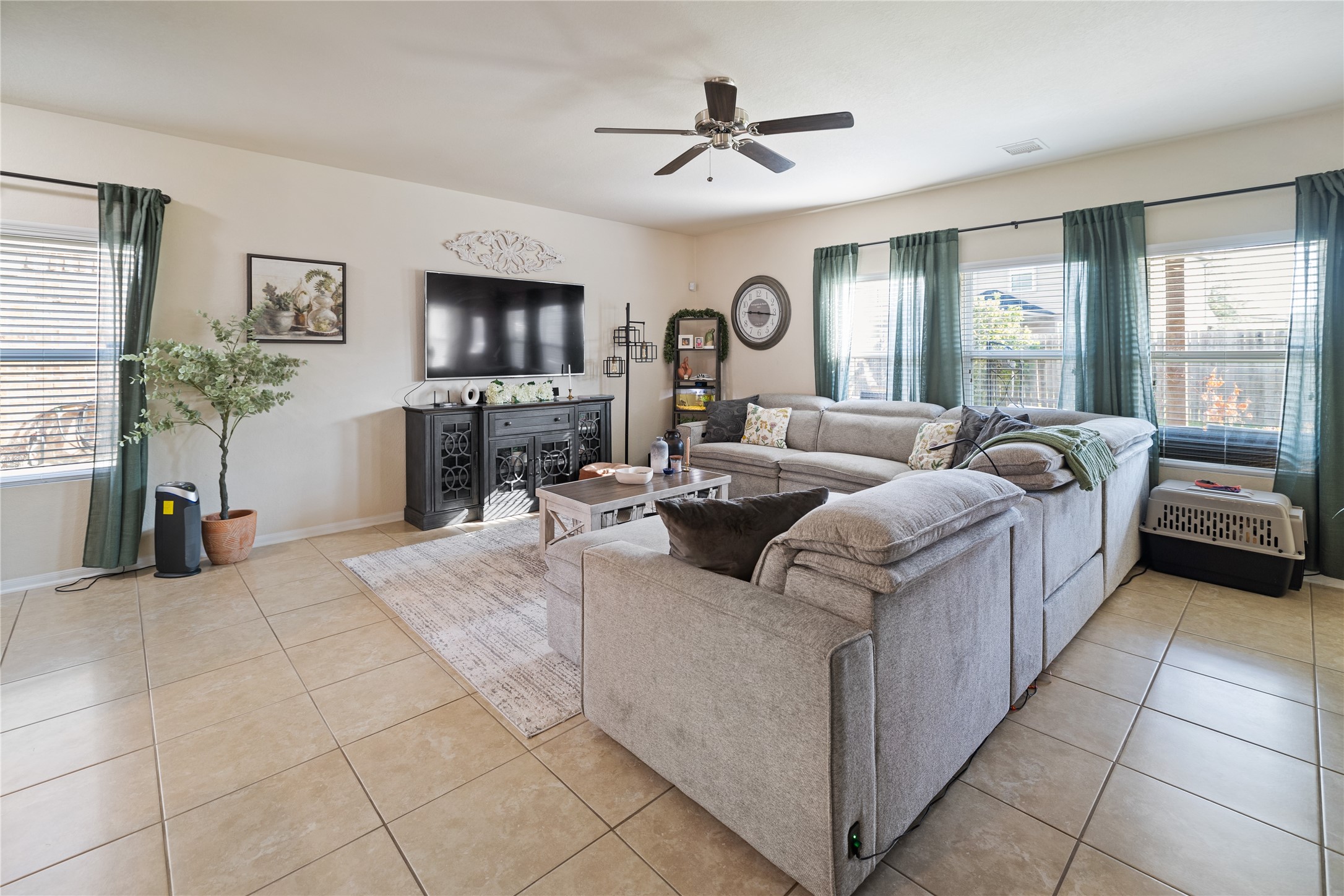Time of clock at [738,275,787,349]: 9:16
